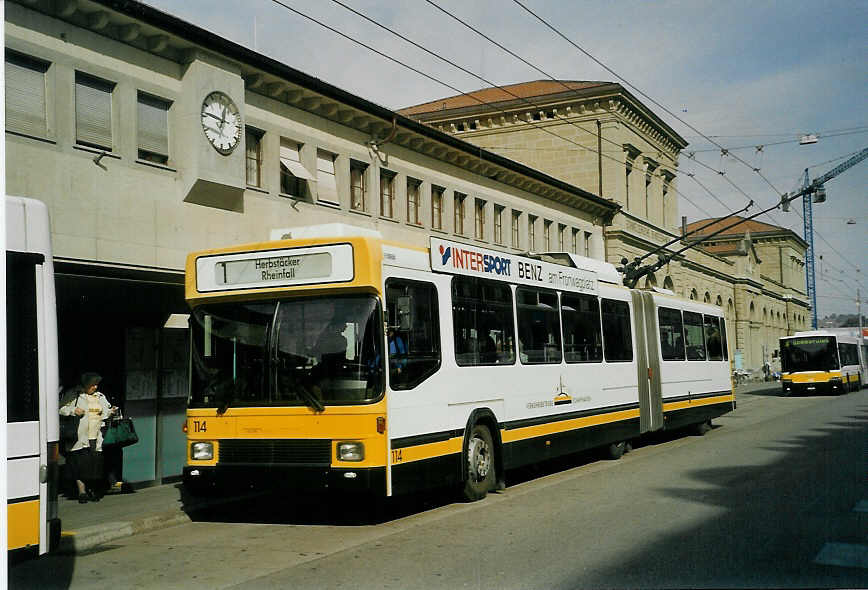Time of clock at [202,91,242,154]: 12:46
